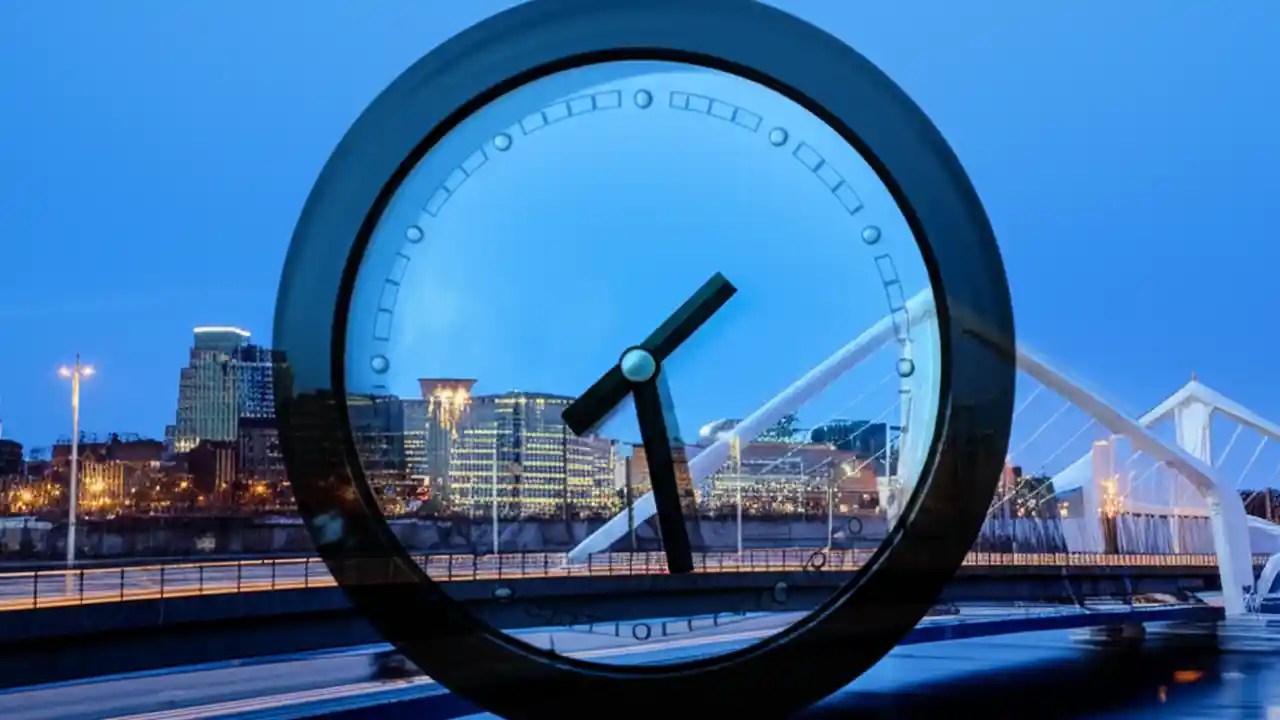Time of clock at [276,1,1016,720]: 1:28
